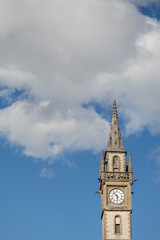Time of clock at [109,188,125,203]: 10:30
